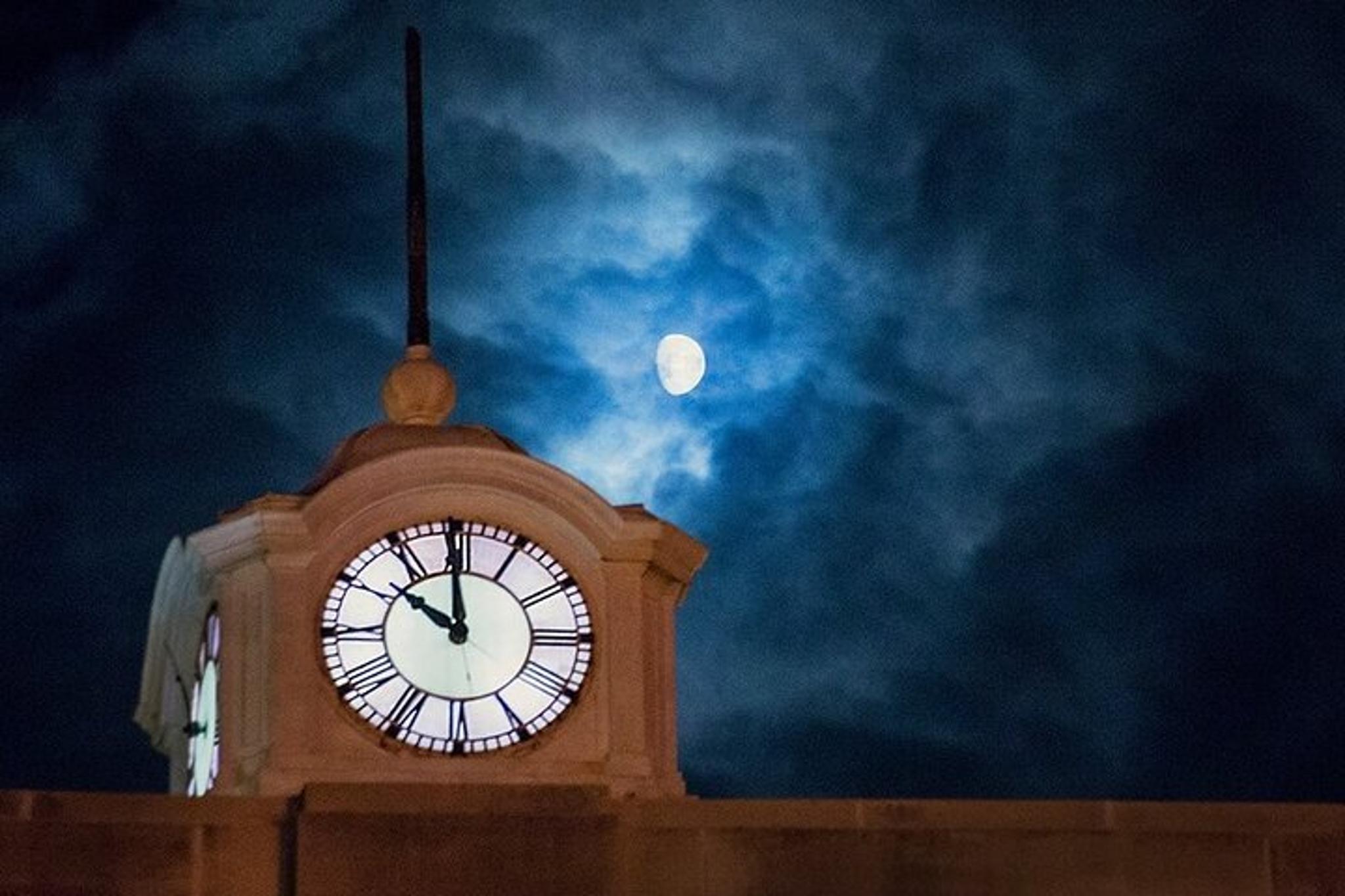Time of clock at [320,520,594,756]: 9:59
